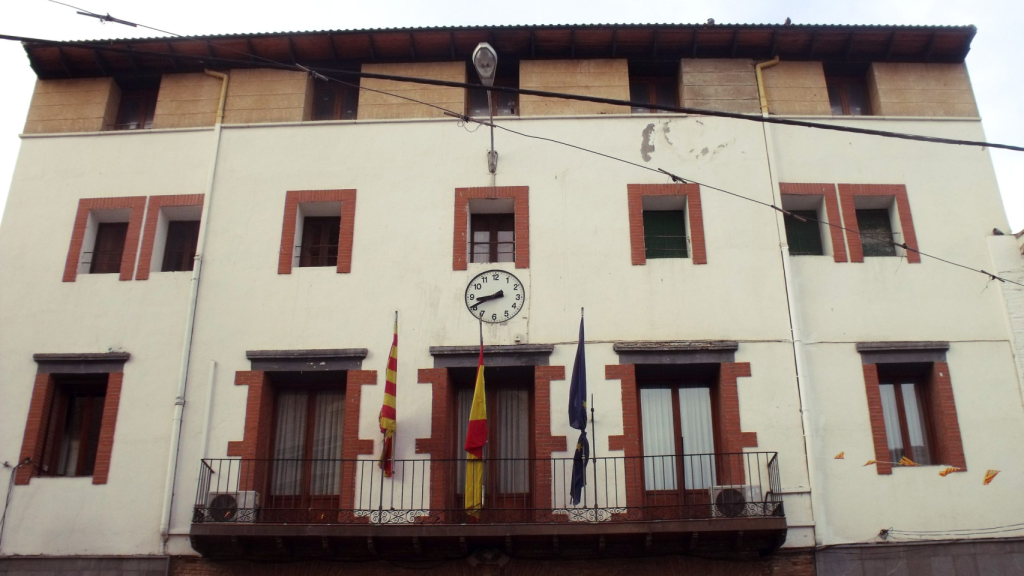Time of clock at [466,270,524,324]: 8:40
